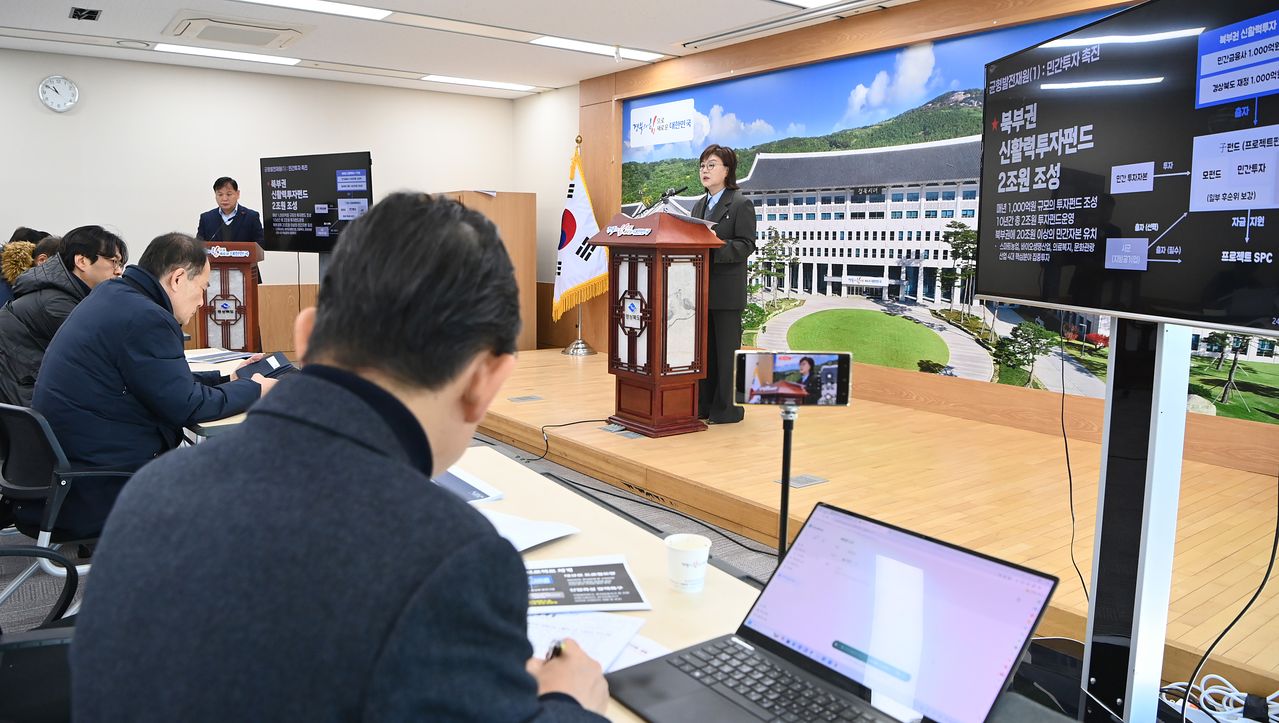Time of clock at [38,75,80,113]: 10:50
